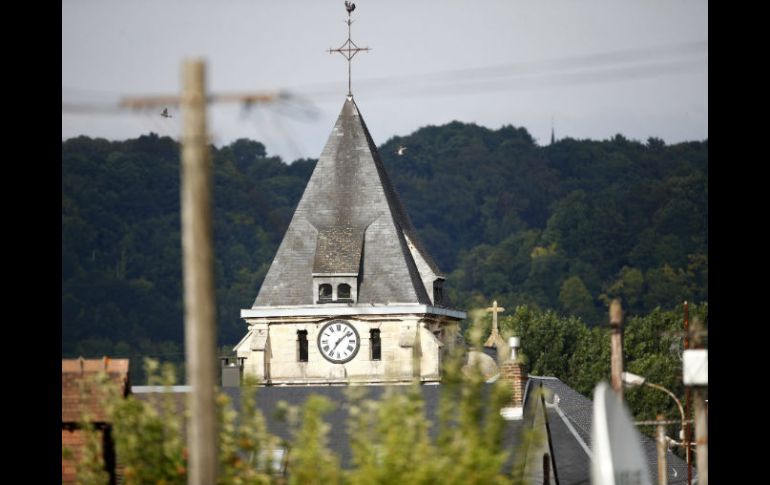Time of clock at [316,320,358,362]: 7:08
